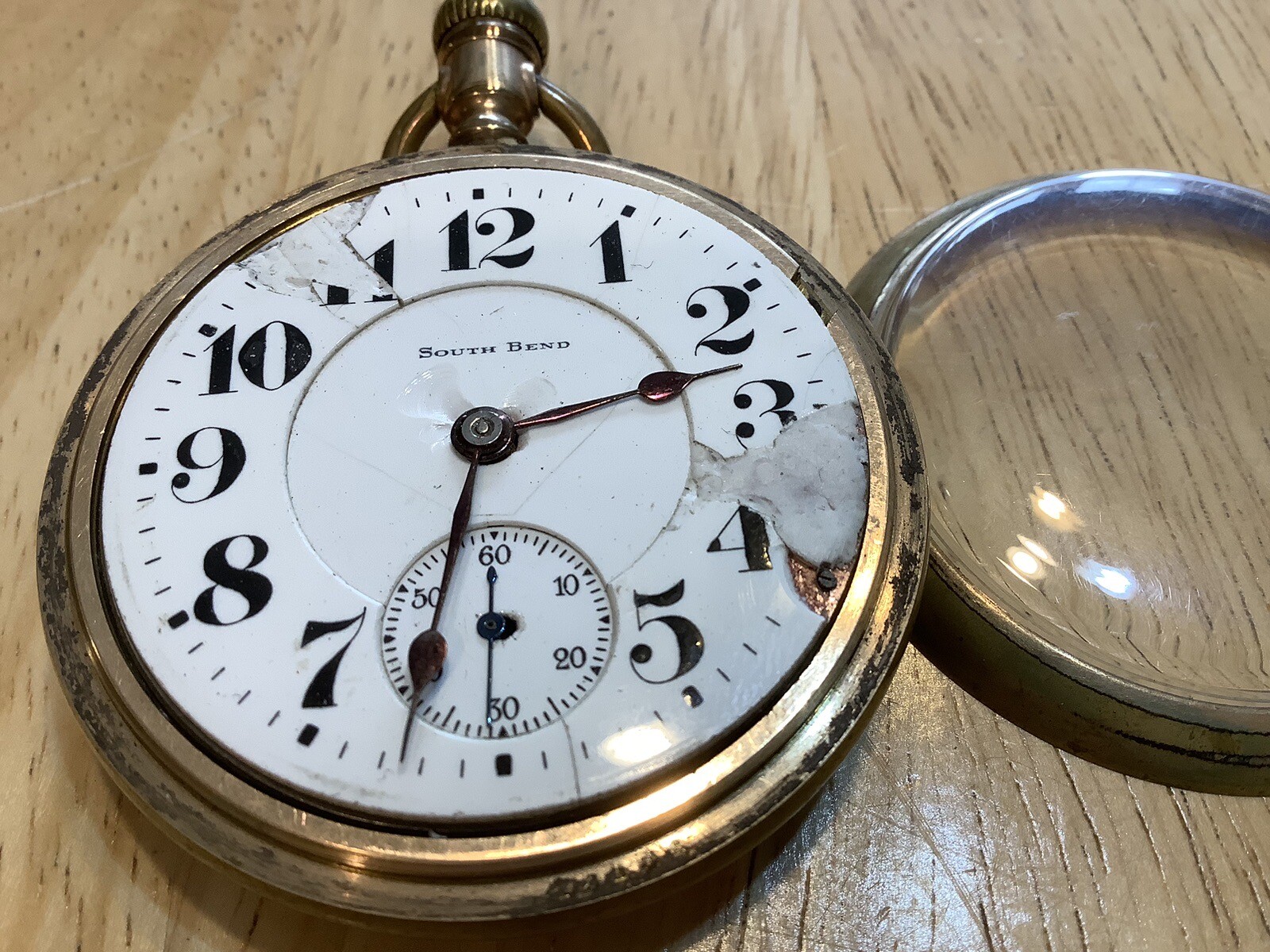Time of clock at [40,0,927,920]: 2:31
